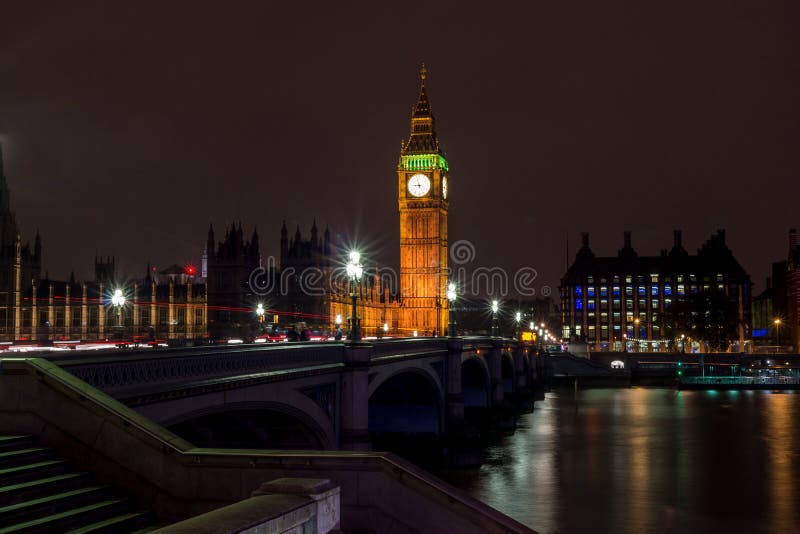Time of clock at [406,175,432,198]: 8:57
